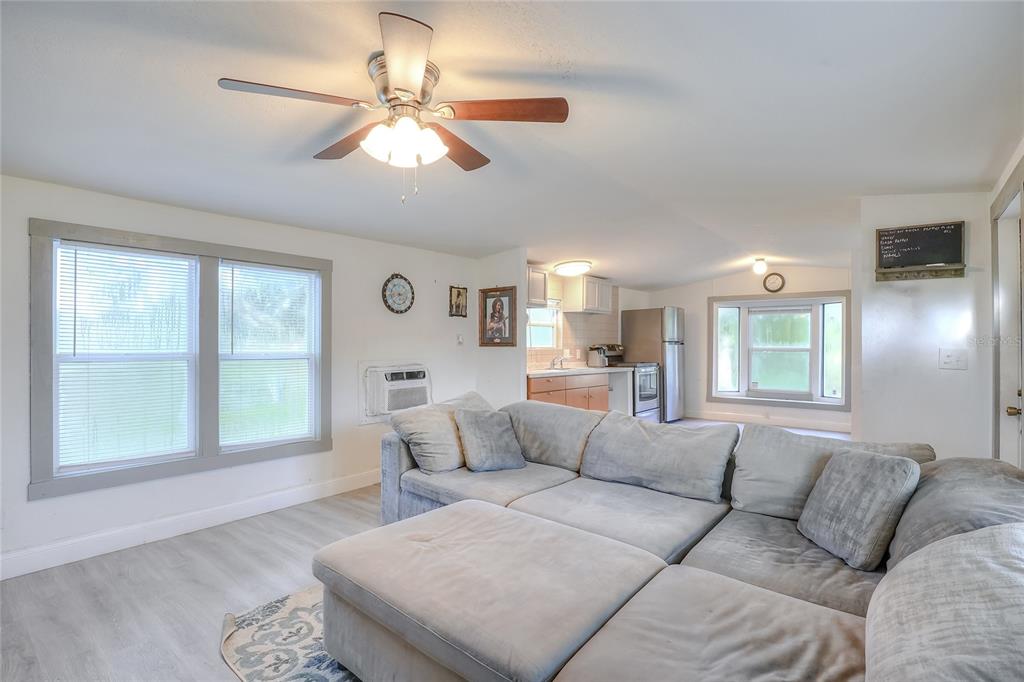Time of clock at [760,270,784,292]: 8:07
